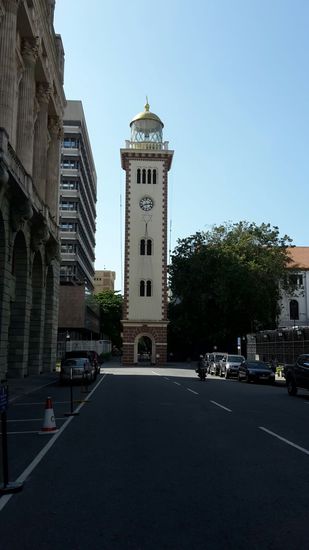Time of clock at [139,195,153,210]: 2:40
